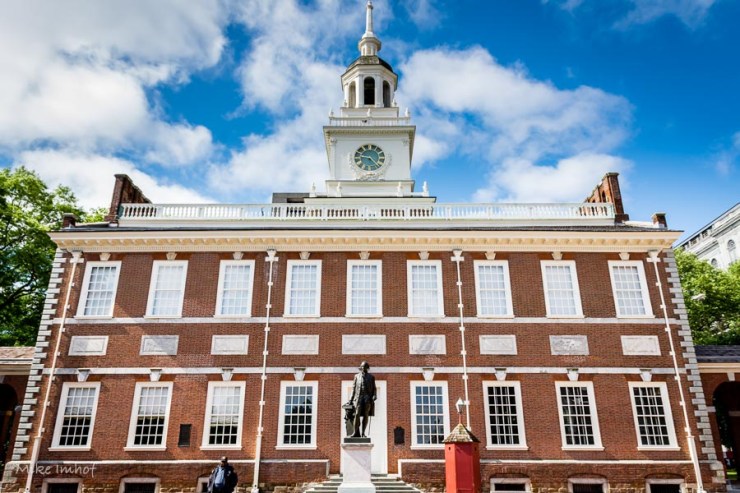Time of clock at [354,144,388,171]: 9:22
